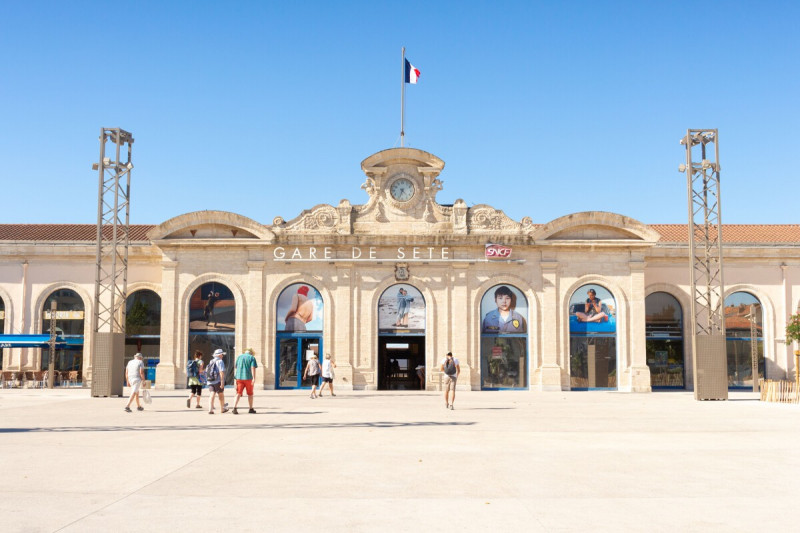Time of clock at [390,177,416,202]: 4:33
